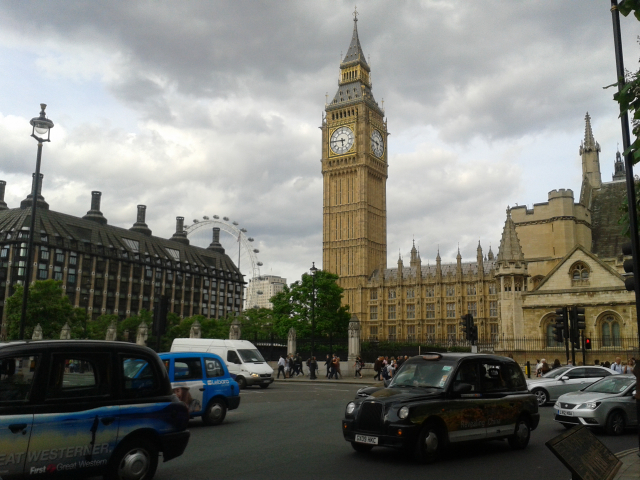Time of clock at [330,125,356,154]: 5:45
